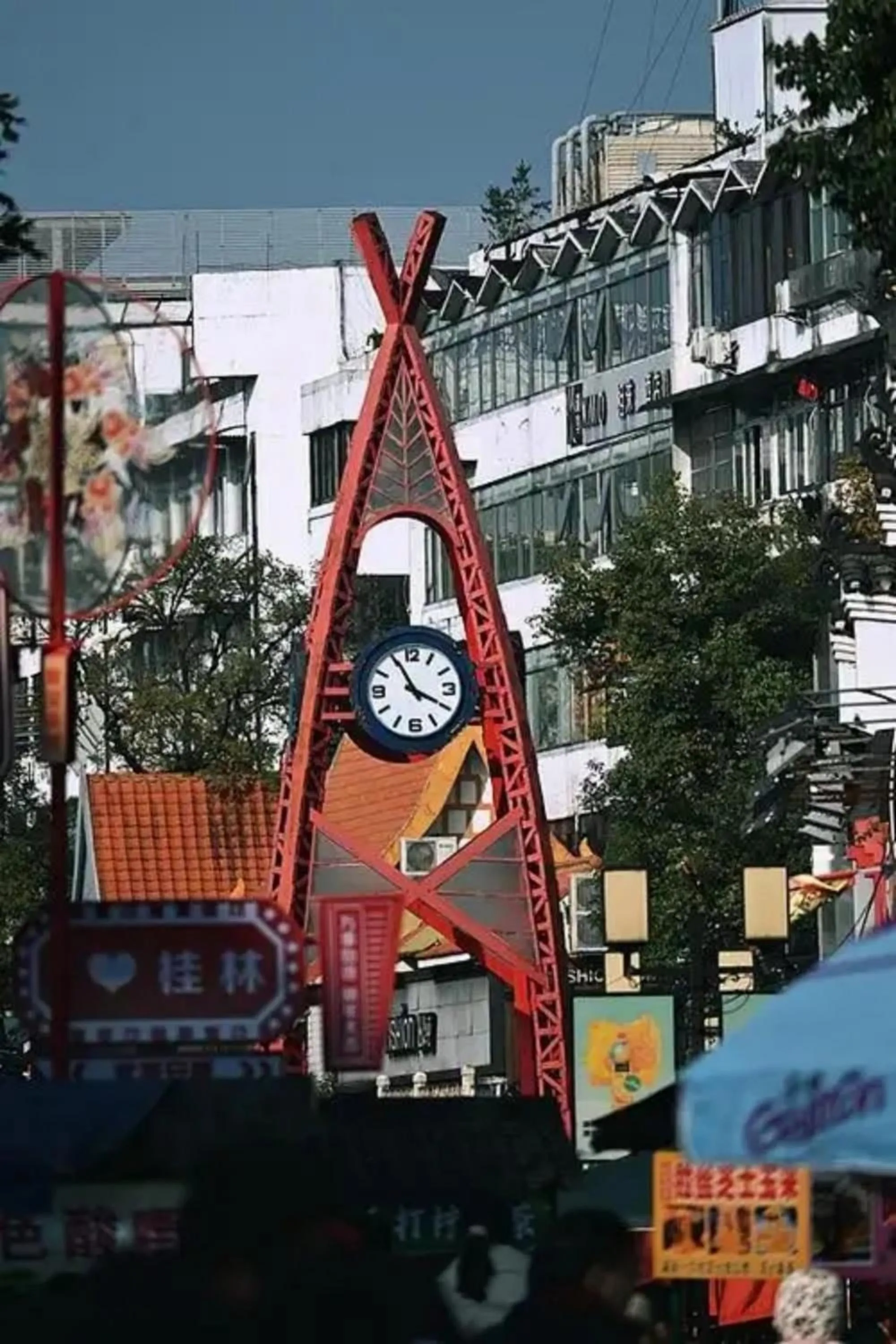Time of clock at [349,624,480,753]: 3:55
